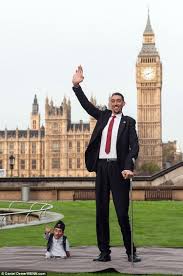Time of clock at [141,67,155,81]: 8:11
